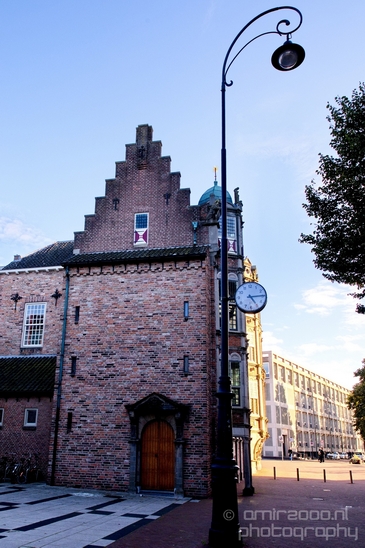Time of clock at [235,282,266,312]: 5:14
